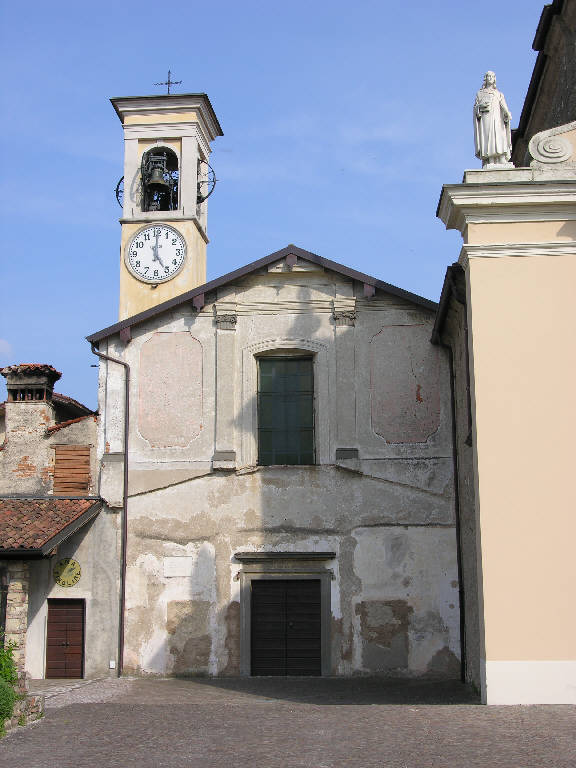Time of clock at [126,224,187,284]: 5:00
